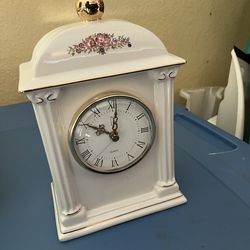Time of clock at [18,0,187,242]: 10:01
